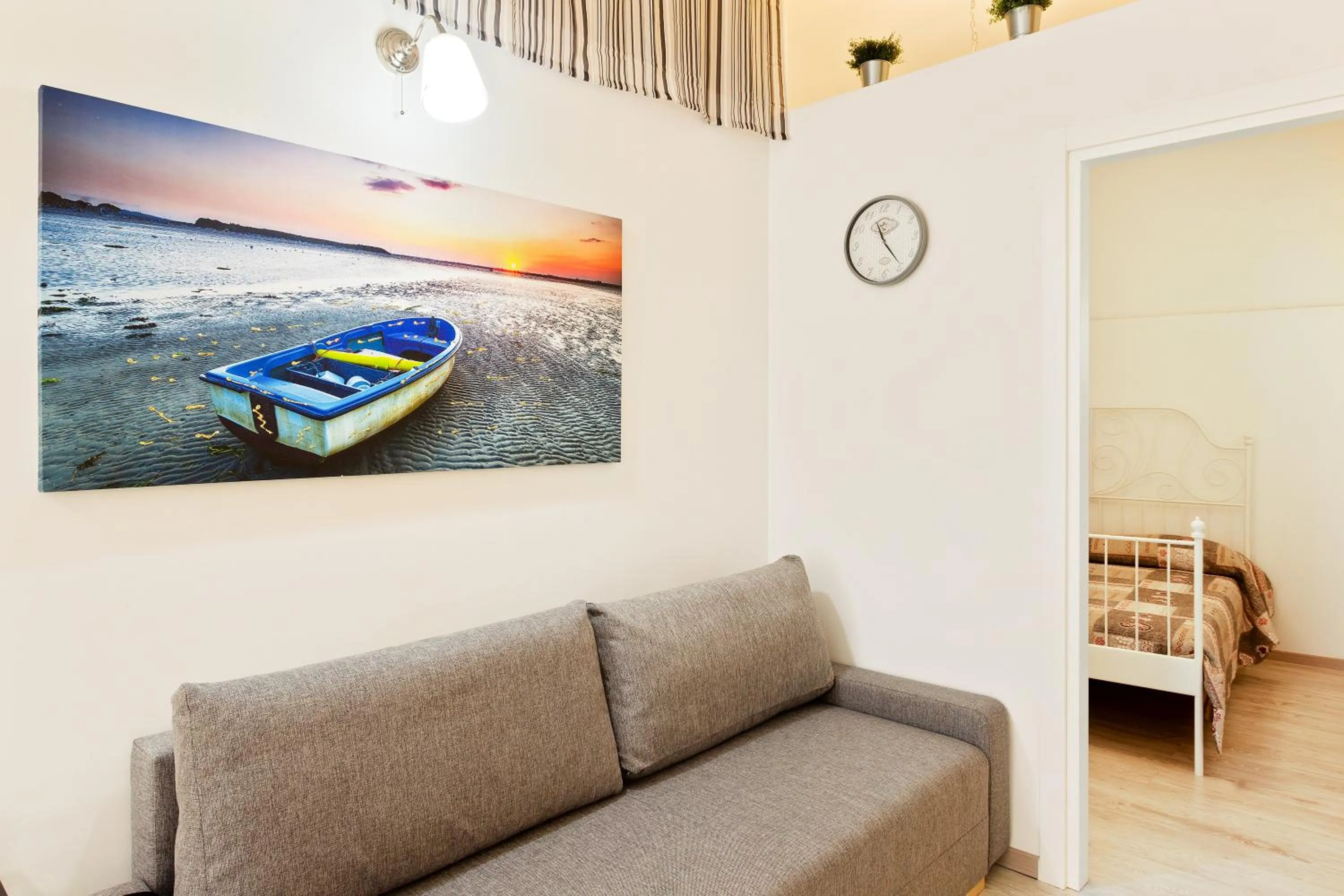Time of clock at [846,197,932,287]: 11:24
